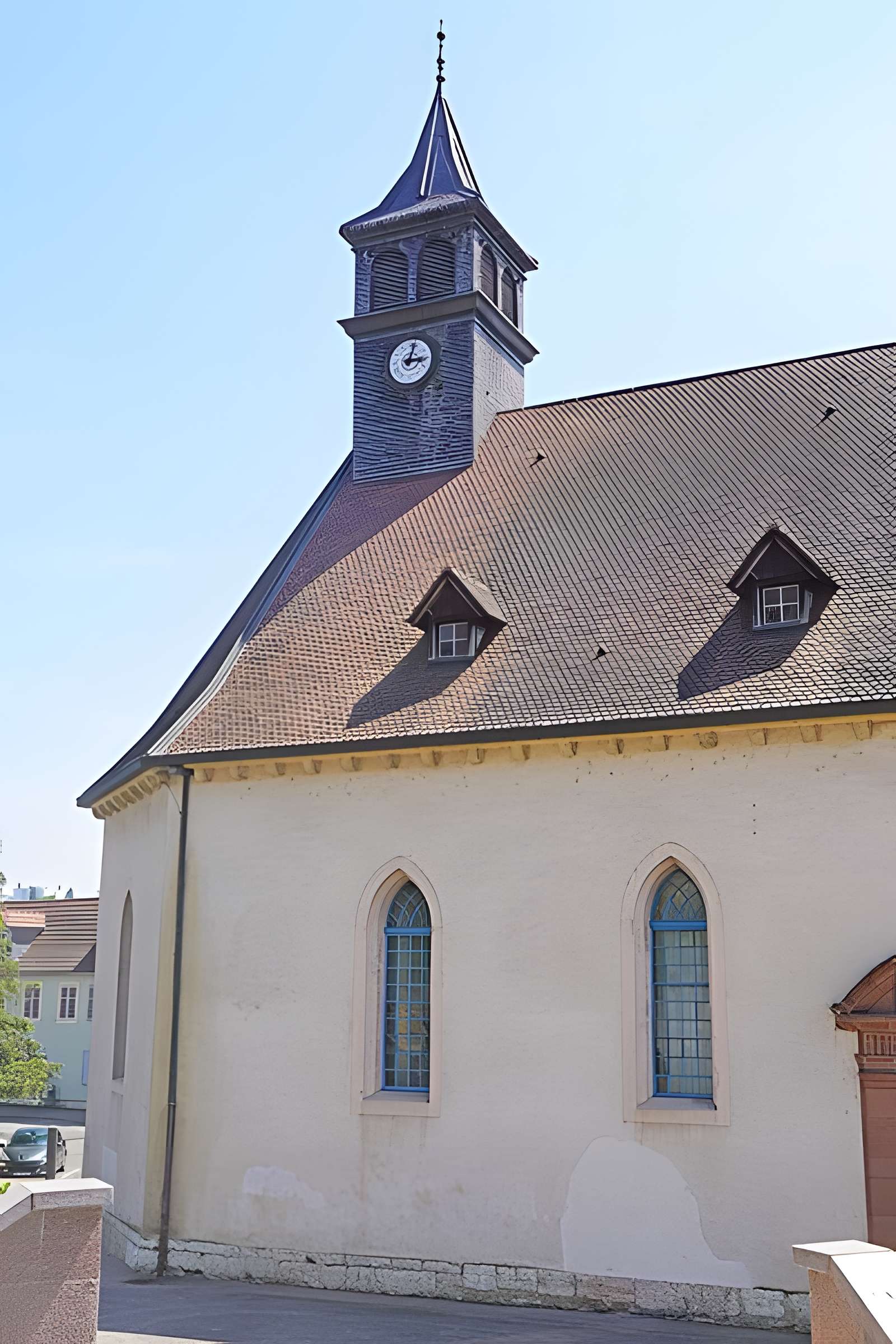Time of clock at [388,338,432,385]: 3:02
